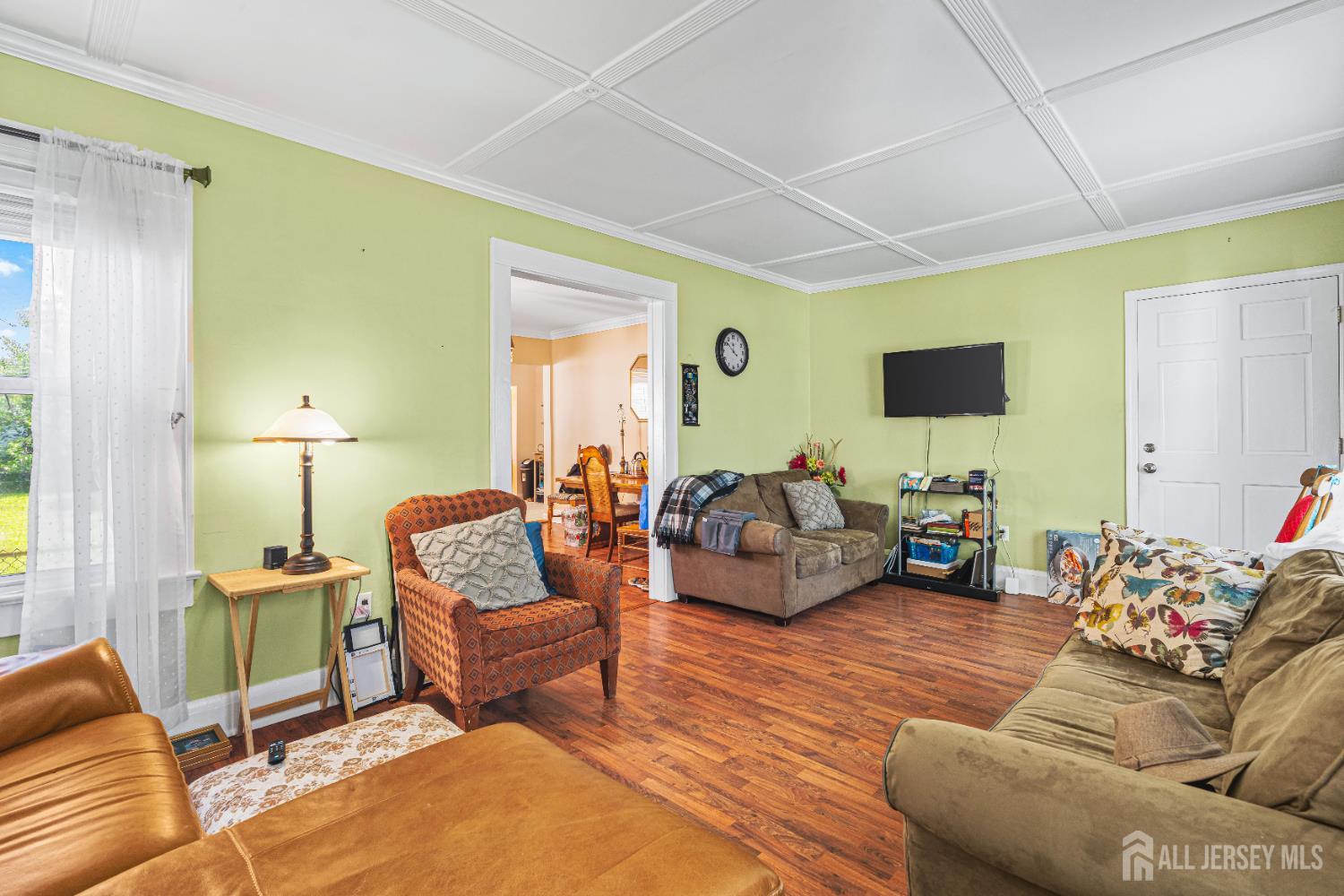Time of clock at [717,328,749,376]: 11:51
